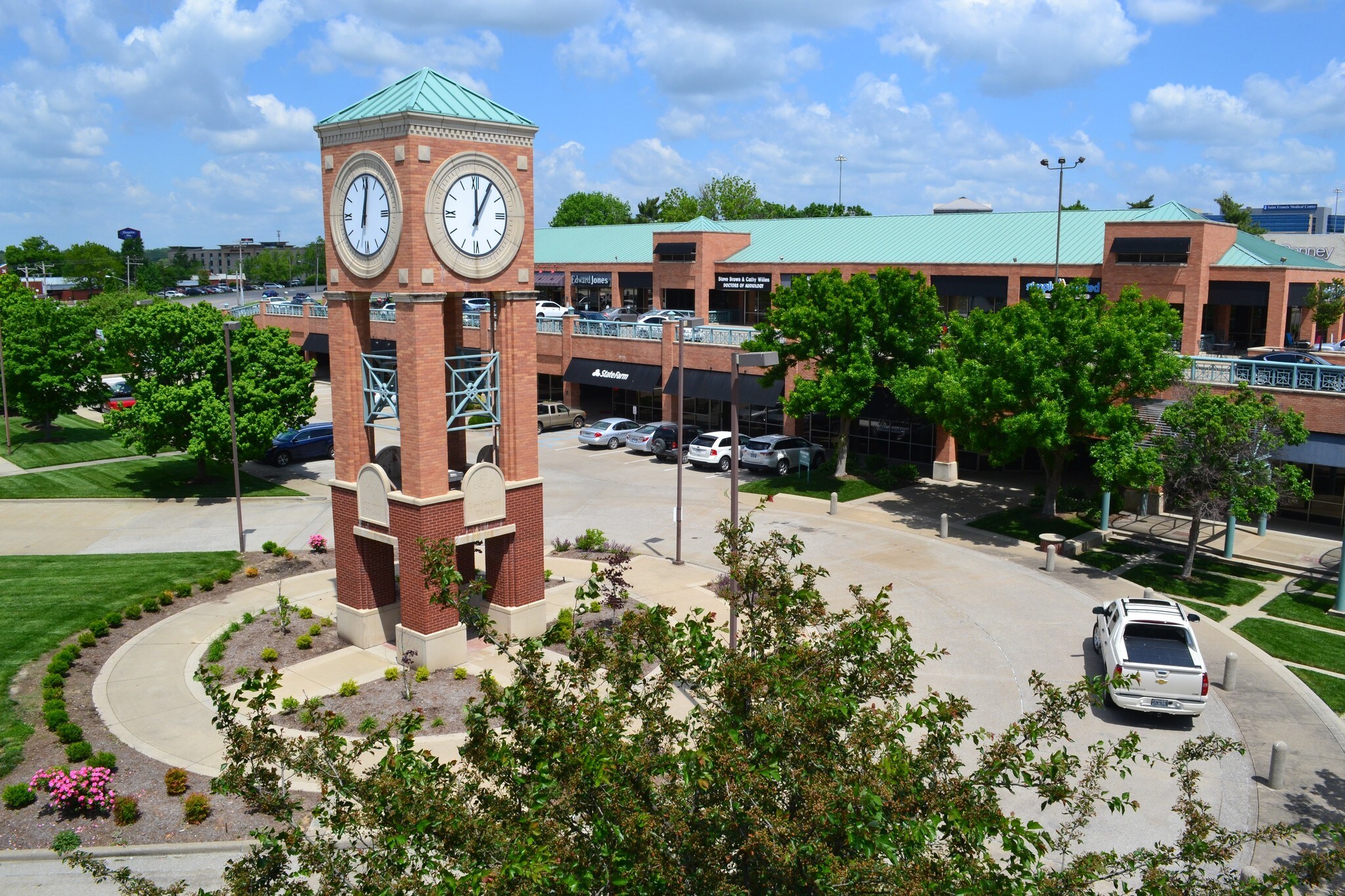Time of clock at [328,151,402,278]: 12:01
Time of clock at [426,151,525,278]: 12:05
